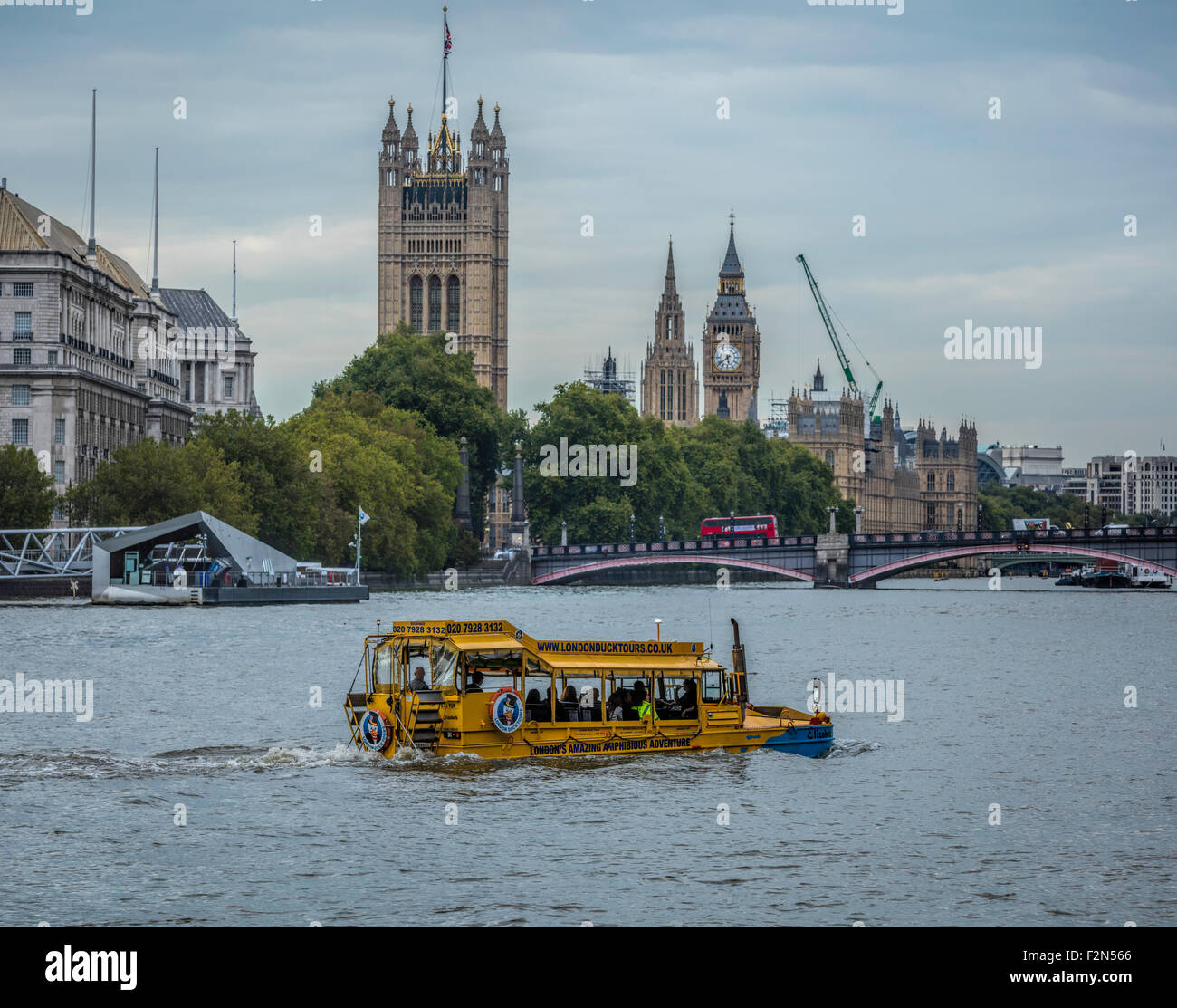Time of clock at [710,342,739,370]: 5:38
